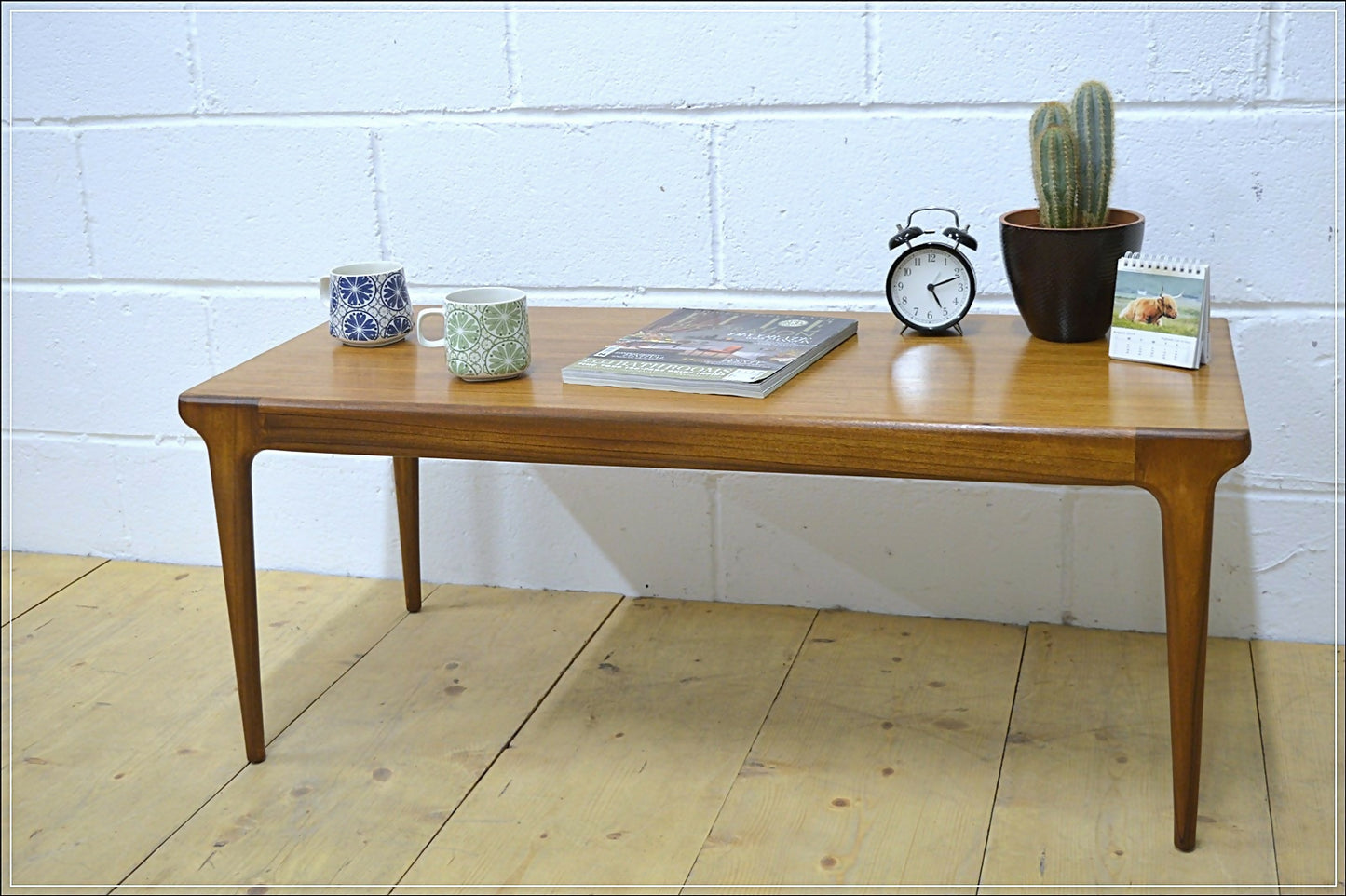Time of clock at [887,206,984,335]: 5:11
